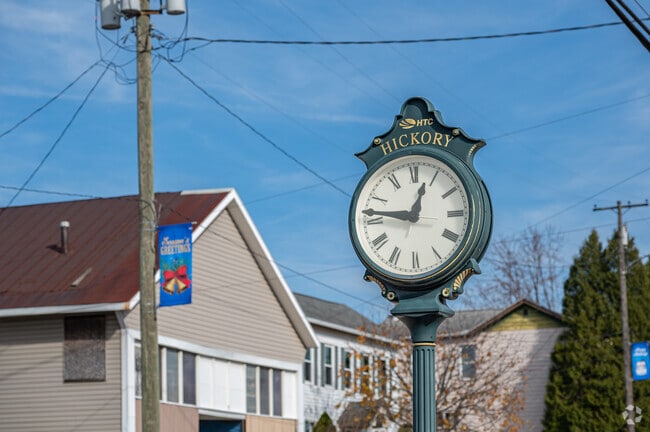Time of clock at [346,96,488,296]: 12:46
